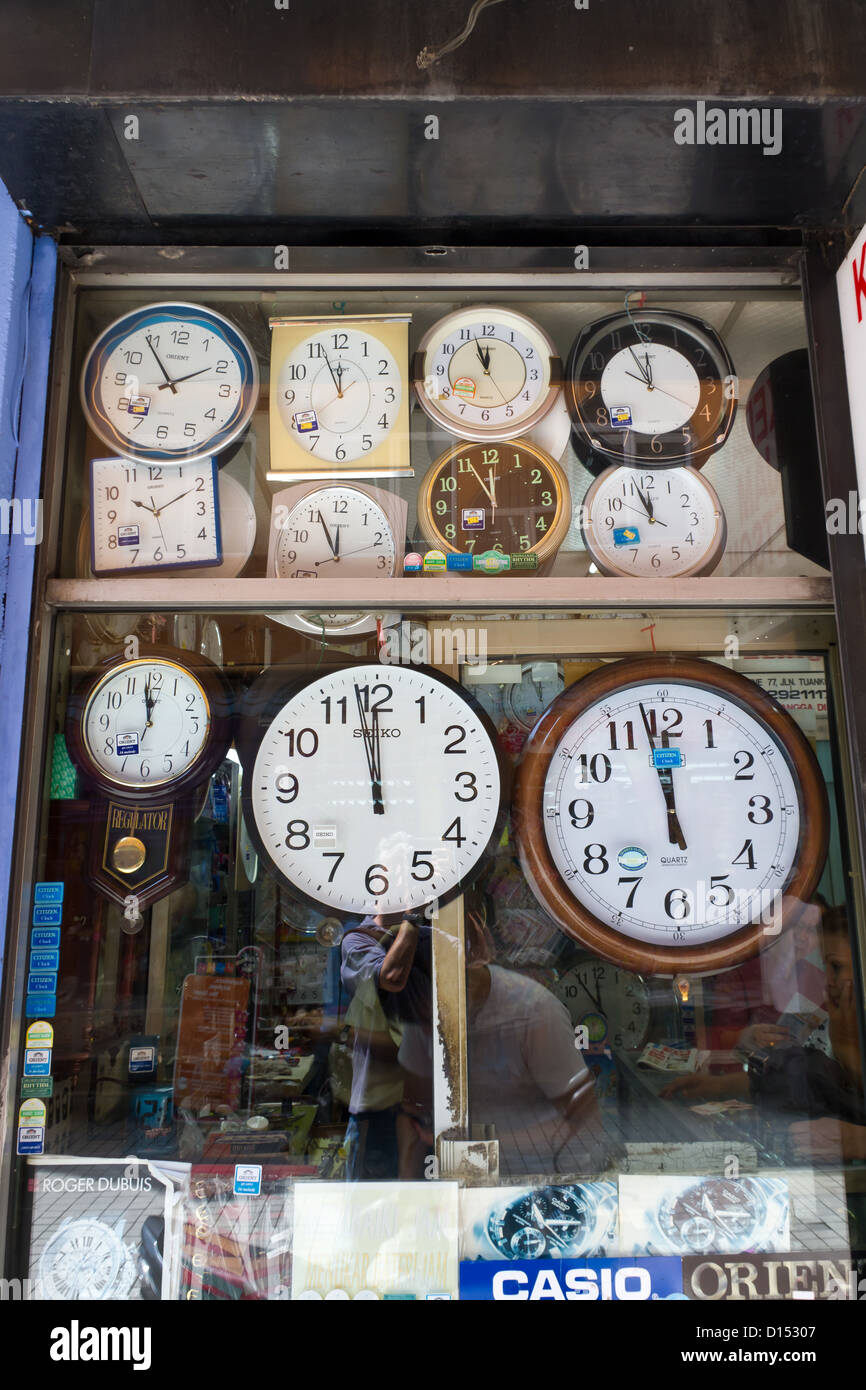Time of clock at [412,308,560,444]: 11:56
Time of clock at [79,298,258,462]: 1:54
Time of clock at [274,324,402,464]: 11:56
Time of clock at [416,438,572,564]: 11:55
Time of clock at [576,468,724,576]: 11:57
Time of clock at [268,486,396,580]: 11:55
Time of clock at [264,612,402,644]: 11:55
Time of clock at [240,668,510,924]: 11:58
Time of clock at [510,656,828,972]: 11:58
